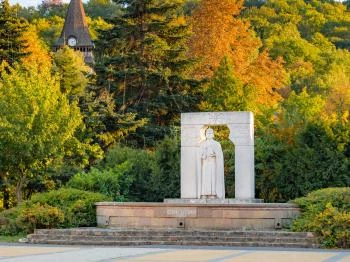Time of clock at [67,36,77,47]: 5:11
